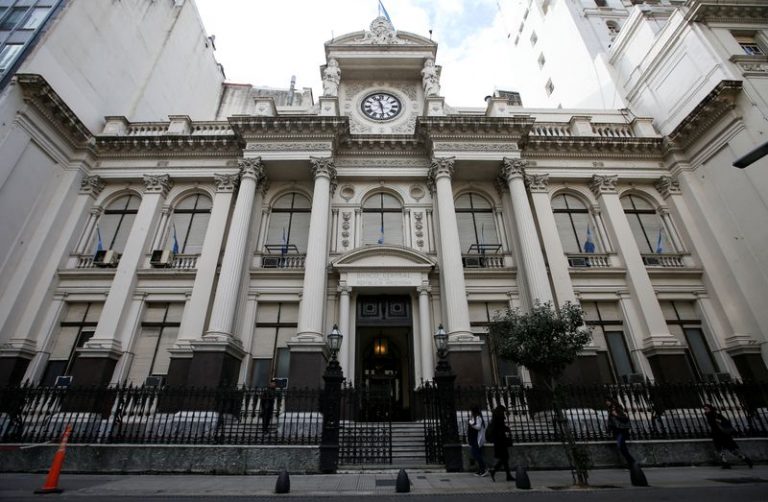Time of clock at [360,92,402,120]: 11:28
